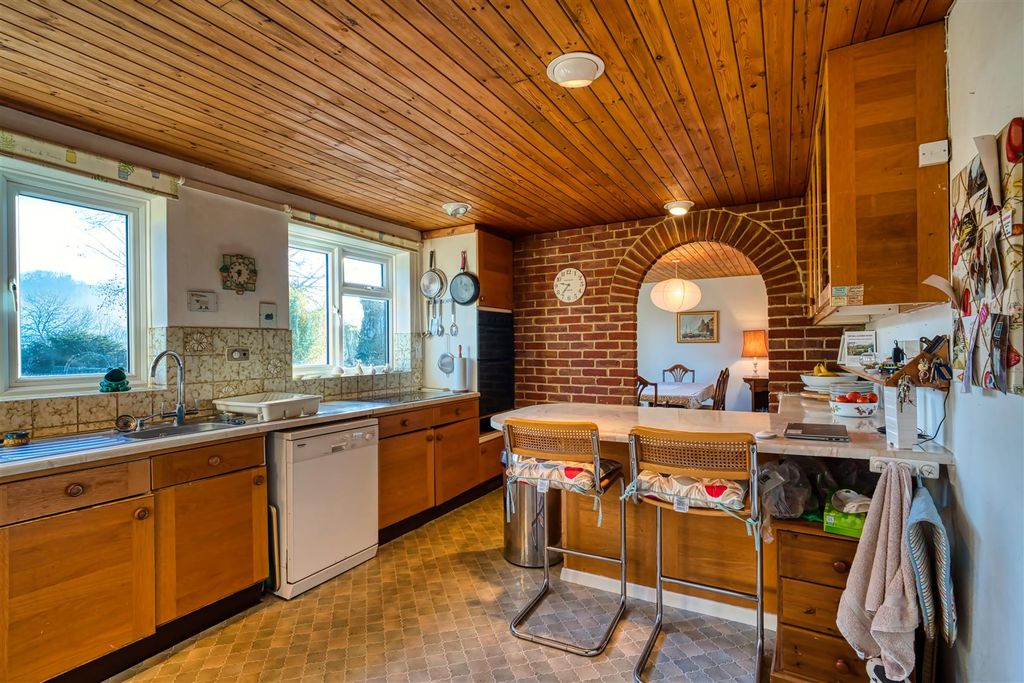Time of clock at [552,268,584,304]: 9:36
